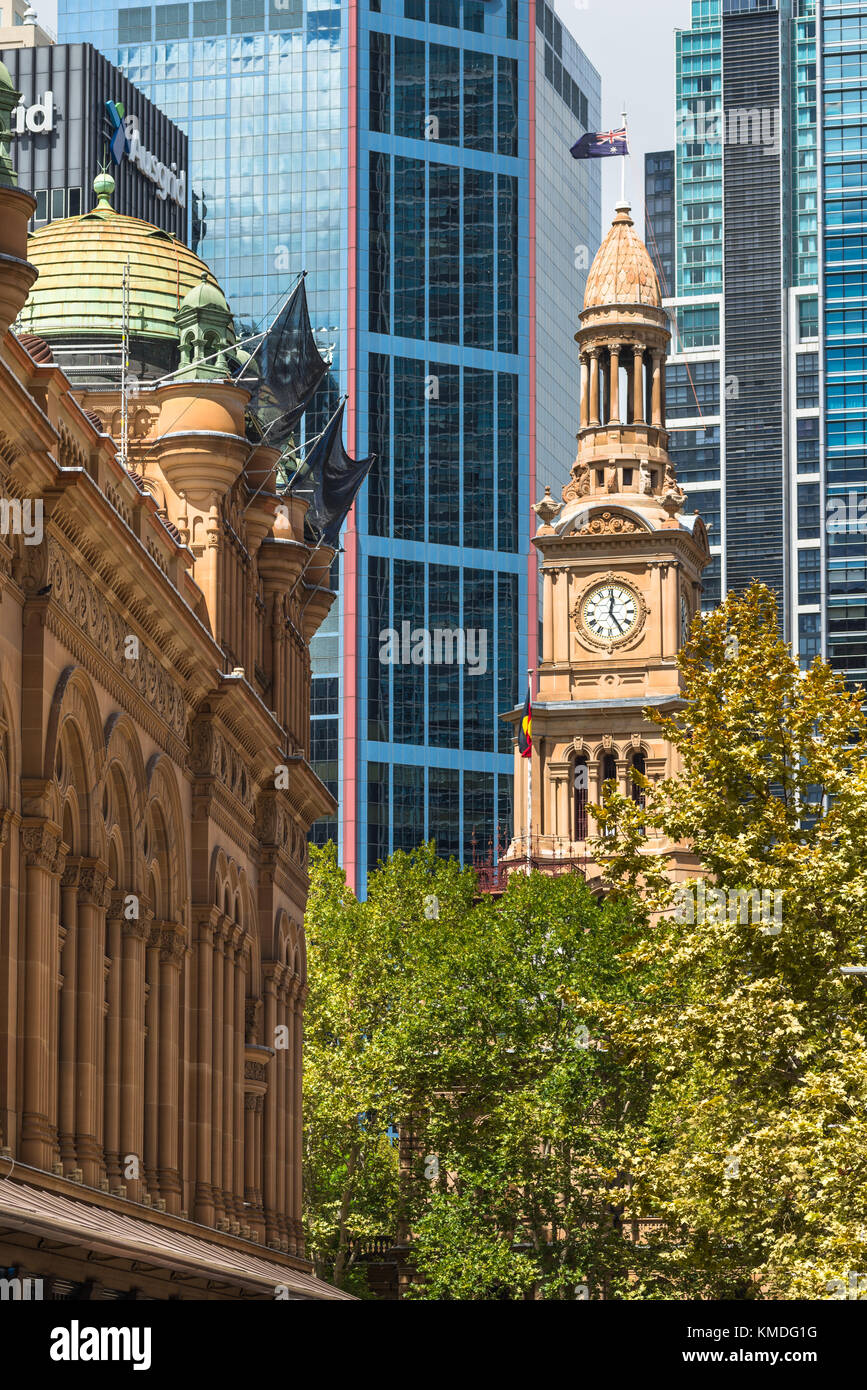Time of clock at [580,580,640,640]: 12:24
